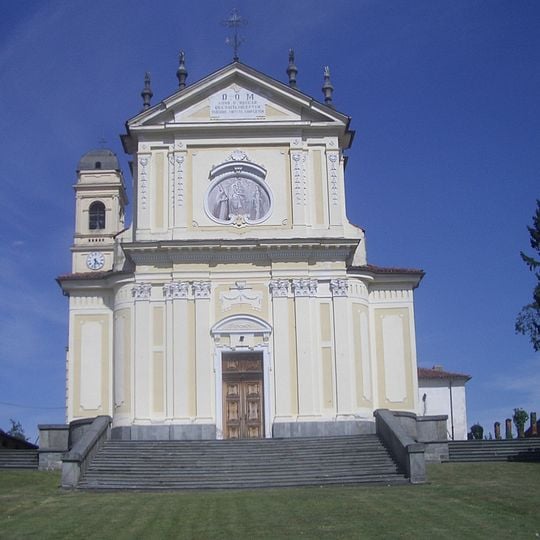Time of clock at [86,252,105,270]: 4:31
